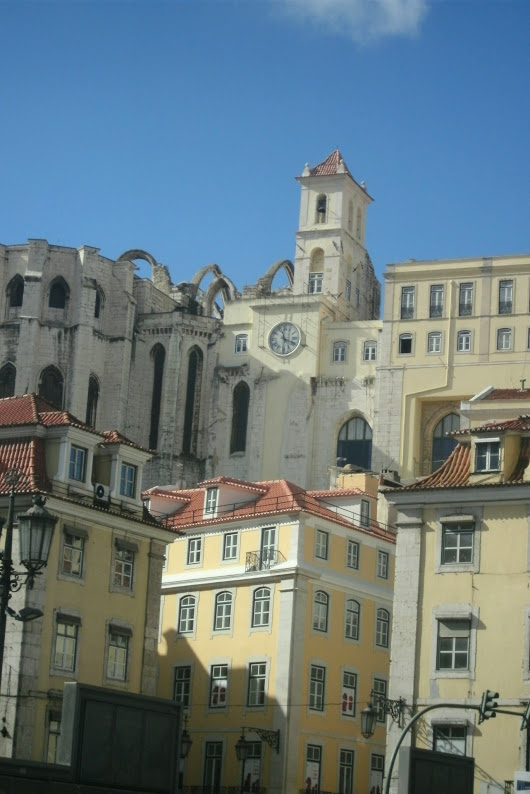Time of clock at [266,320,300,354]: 11:18
